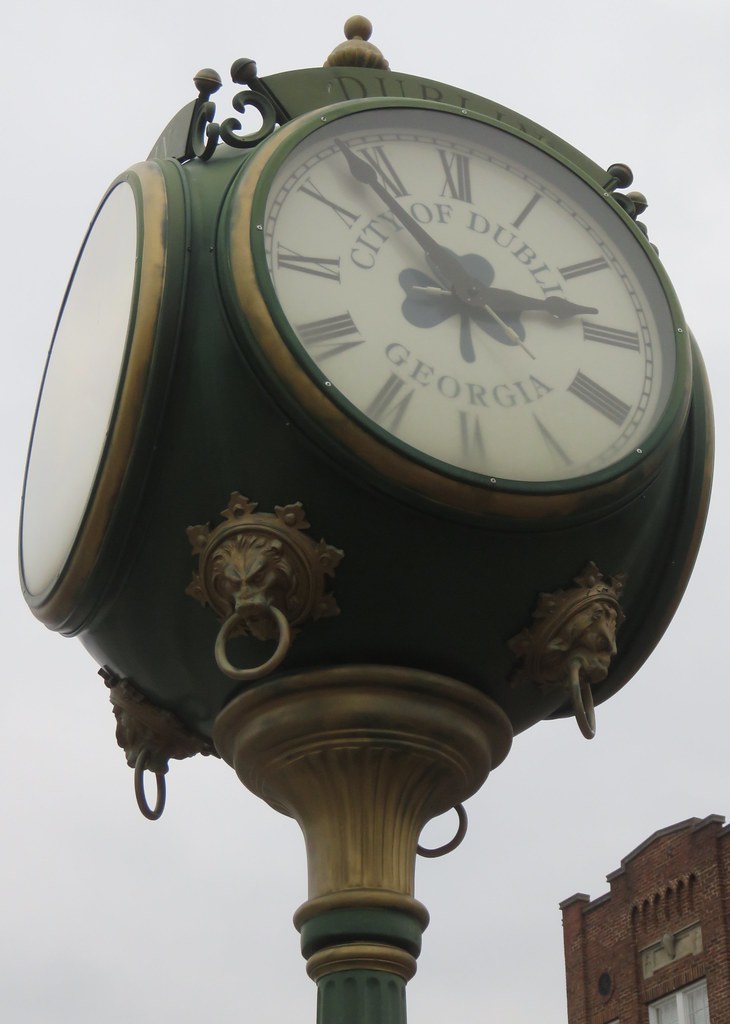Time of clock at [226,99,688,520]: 2:53
